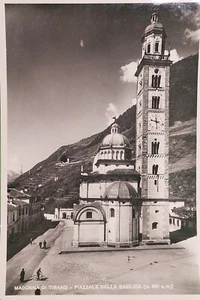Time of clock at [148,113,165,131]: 9:28
